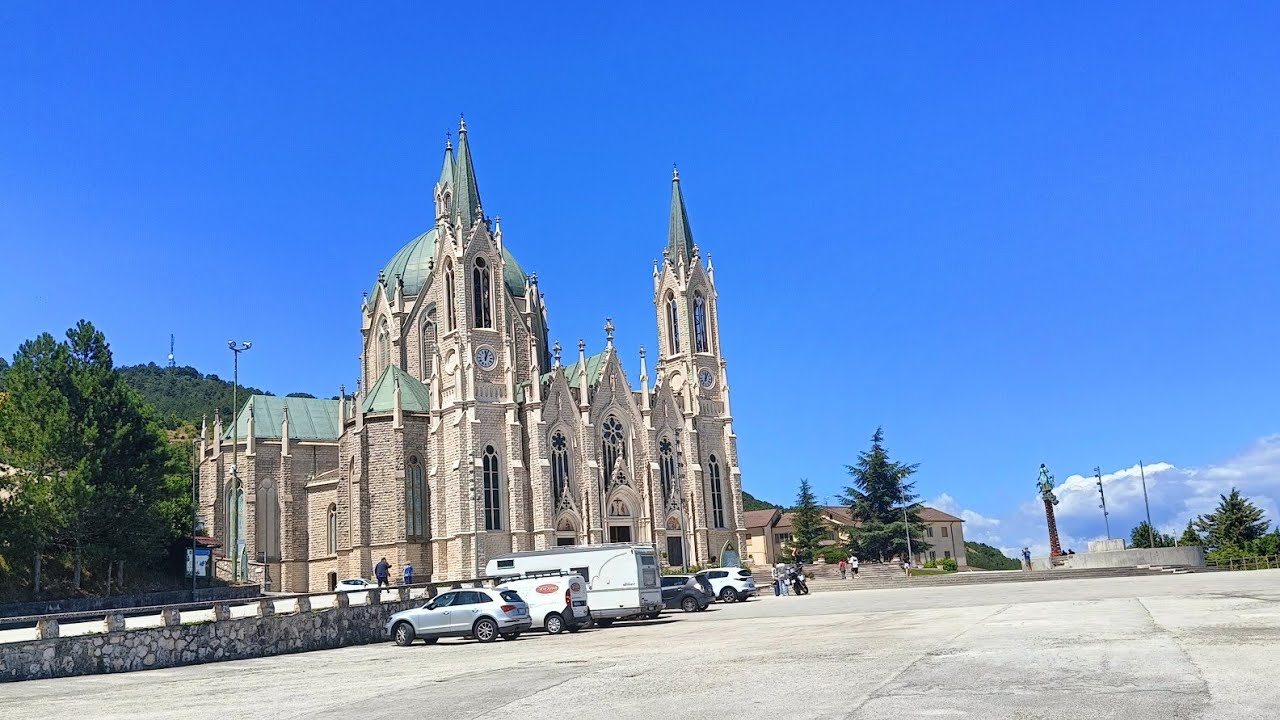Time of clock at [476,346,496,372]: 12:04
